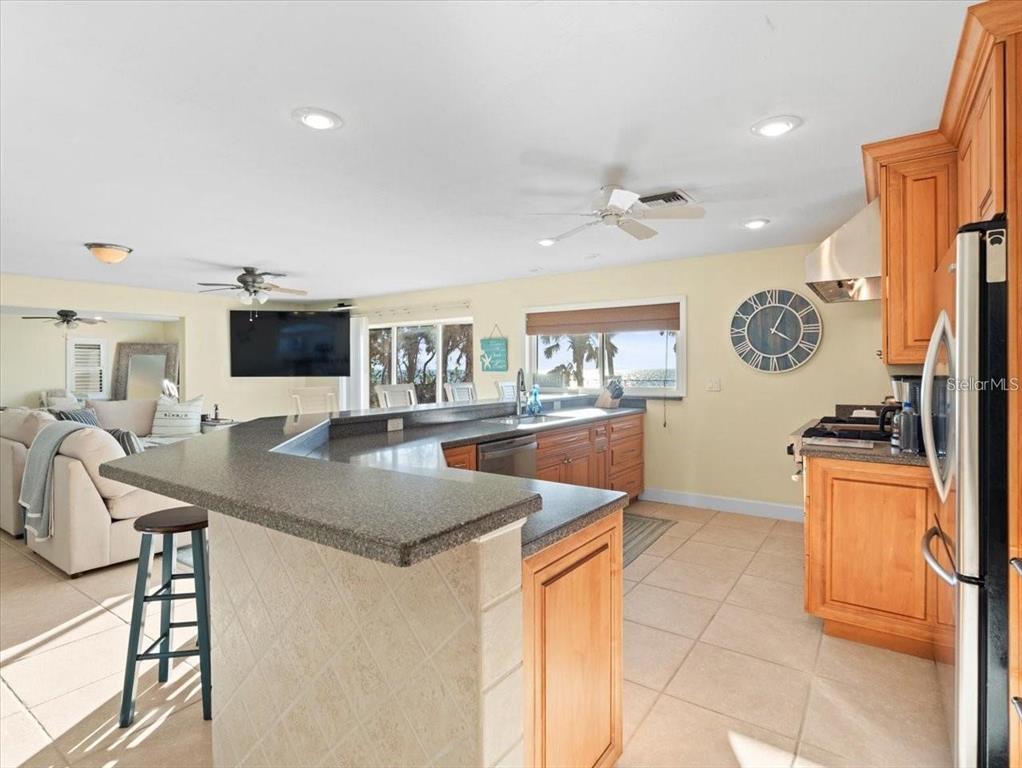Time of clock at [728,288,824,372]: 4:04
